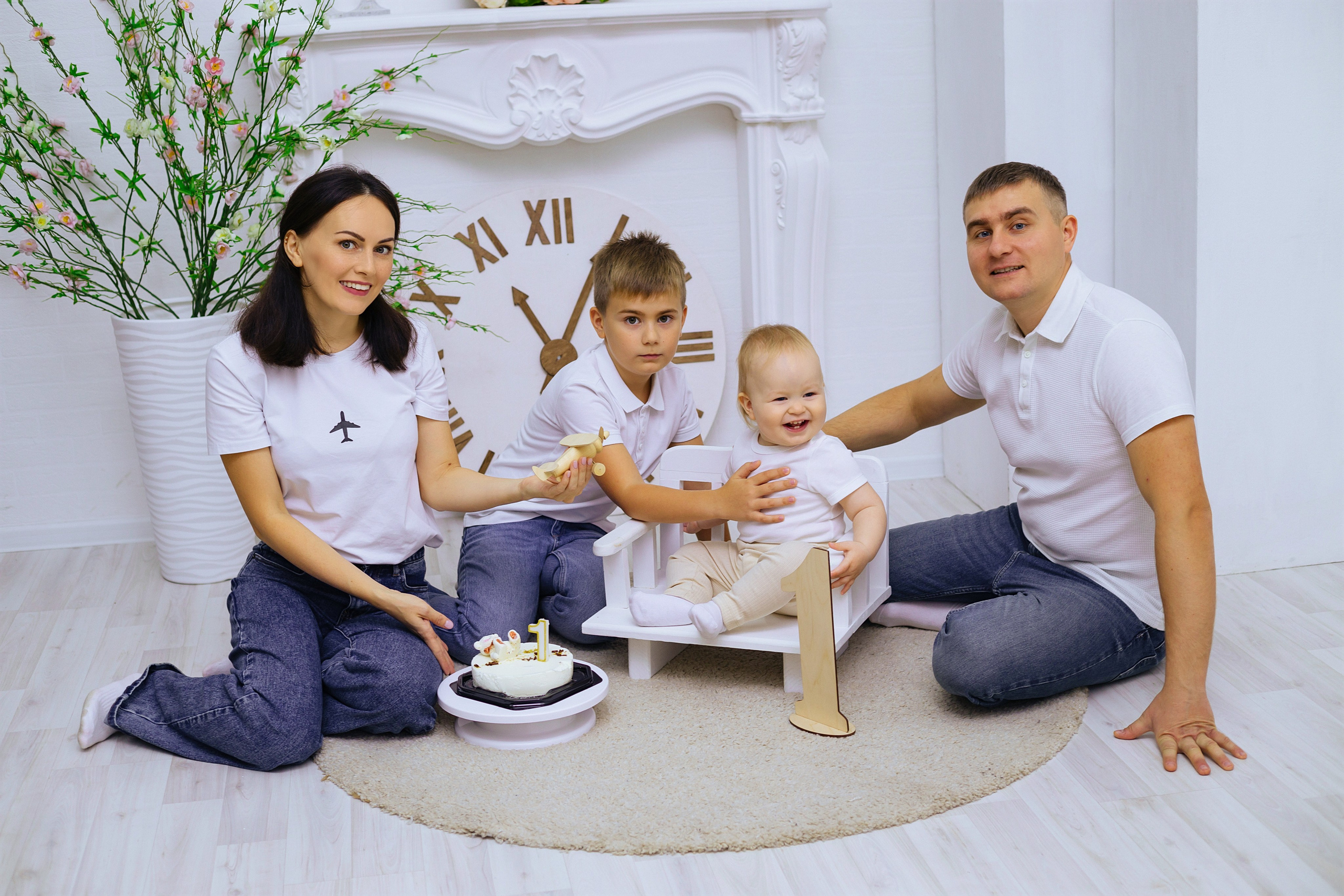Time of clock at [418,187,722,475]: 11:04
